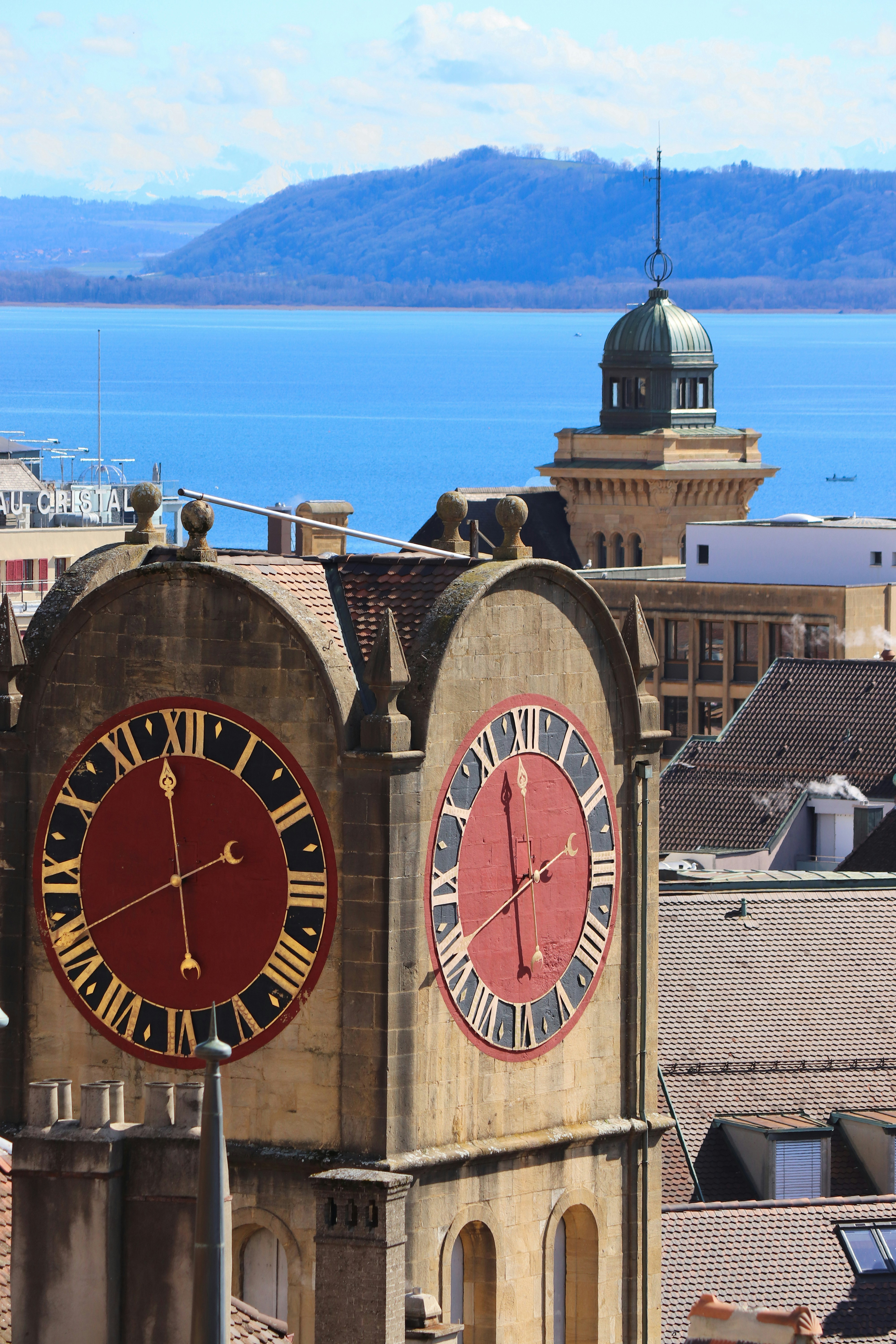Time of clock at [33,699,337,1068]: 1:58
